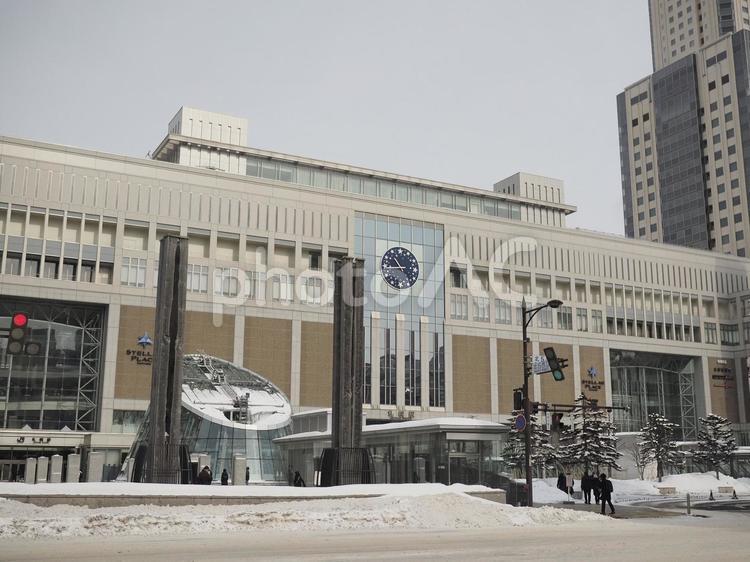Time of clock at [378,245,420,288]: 10:45
